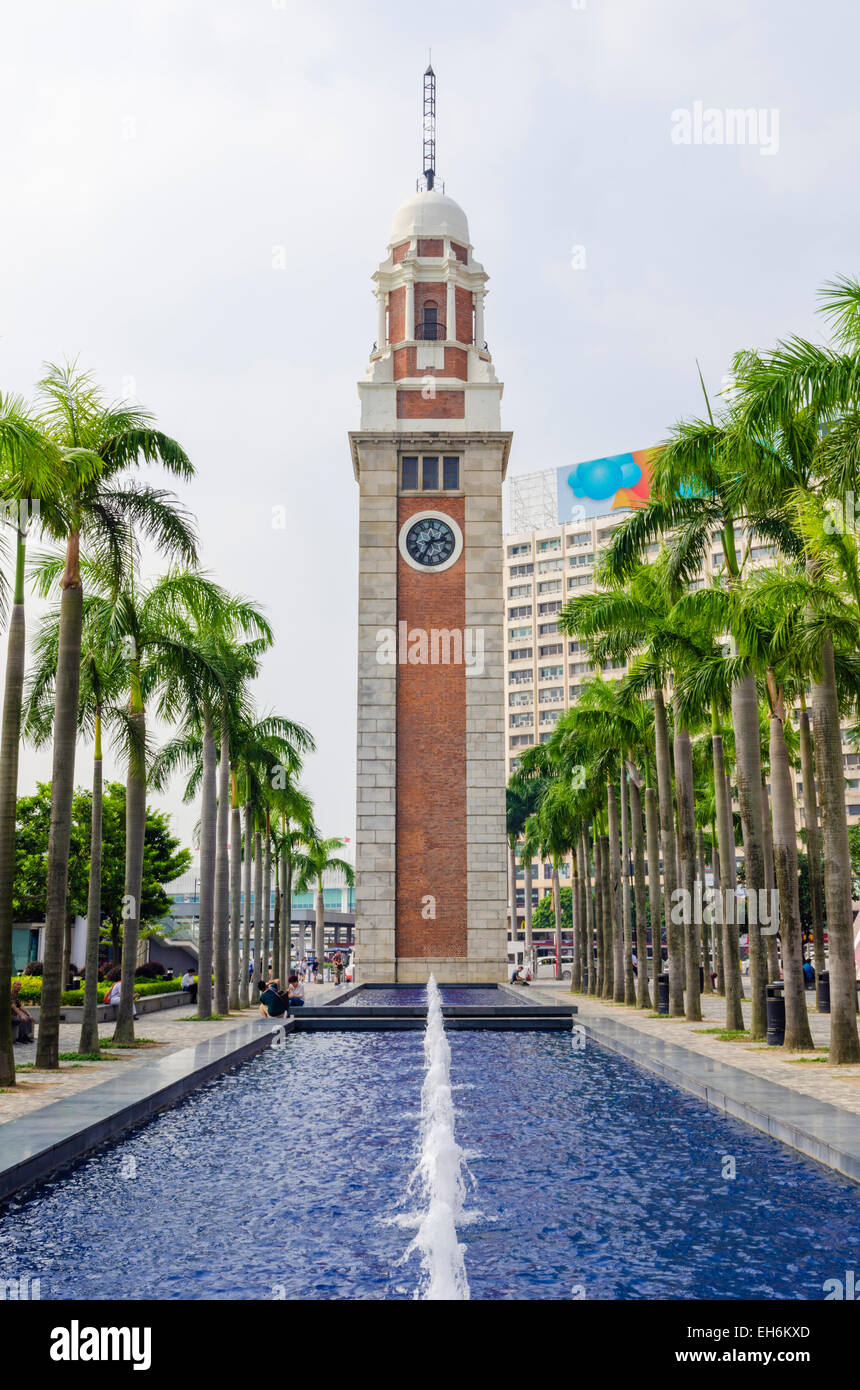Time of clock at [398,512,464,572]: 2:34
